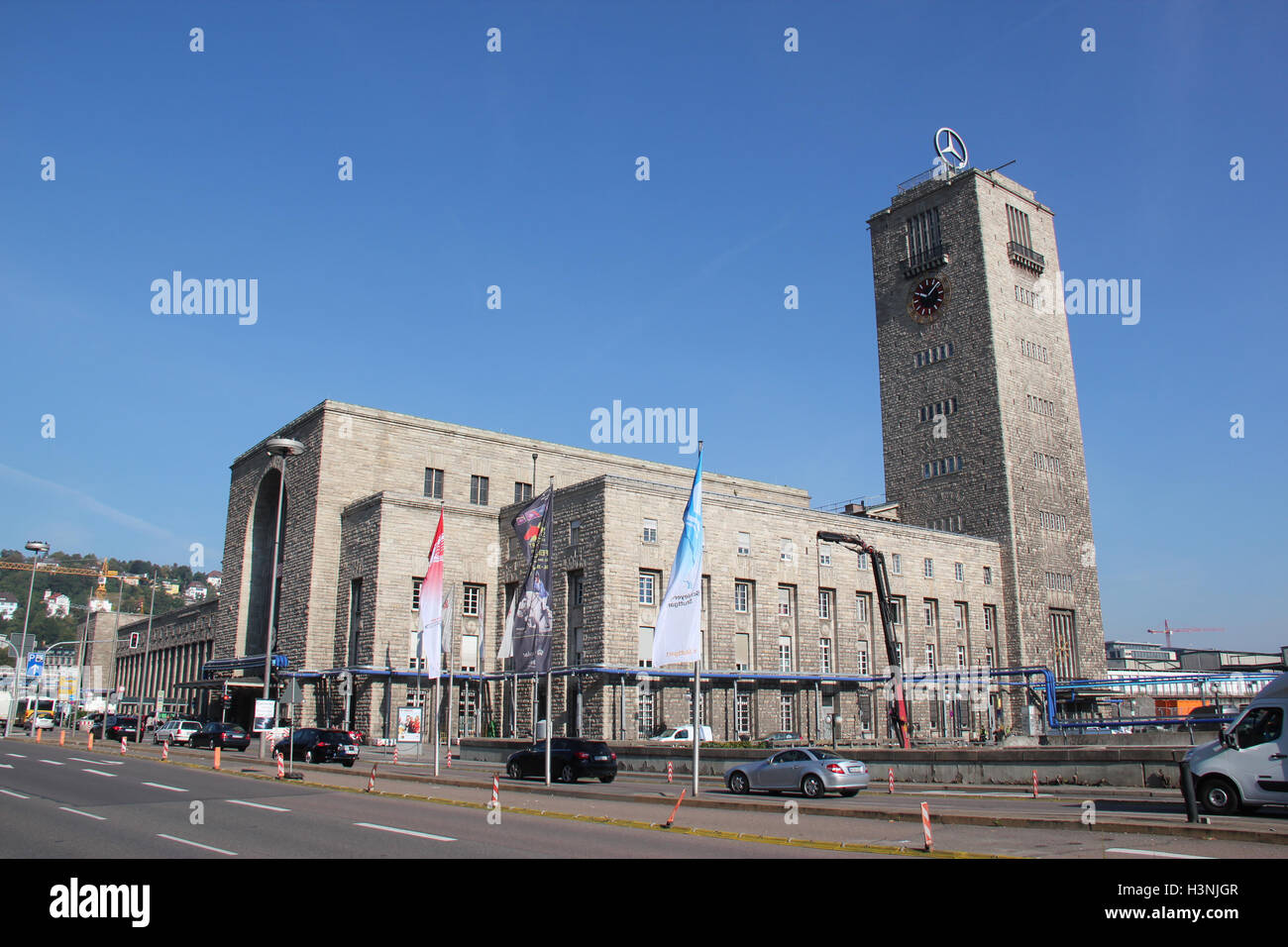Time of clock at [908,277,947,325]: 10:07
